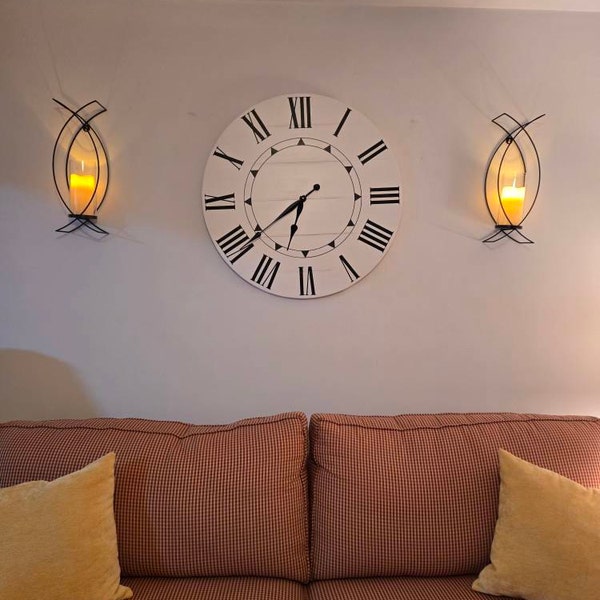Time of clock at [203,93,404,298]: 6:39
